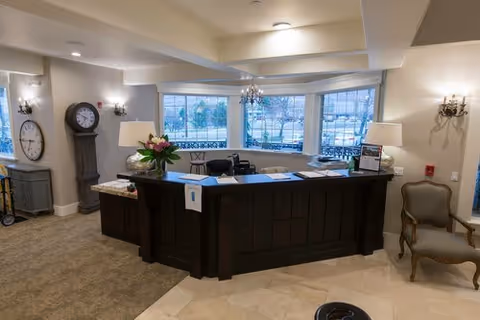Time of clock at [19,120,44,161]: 6:44
